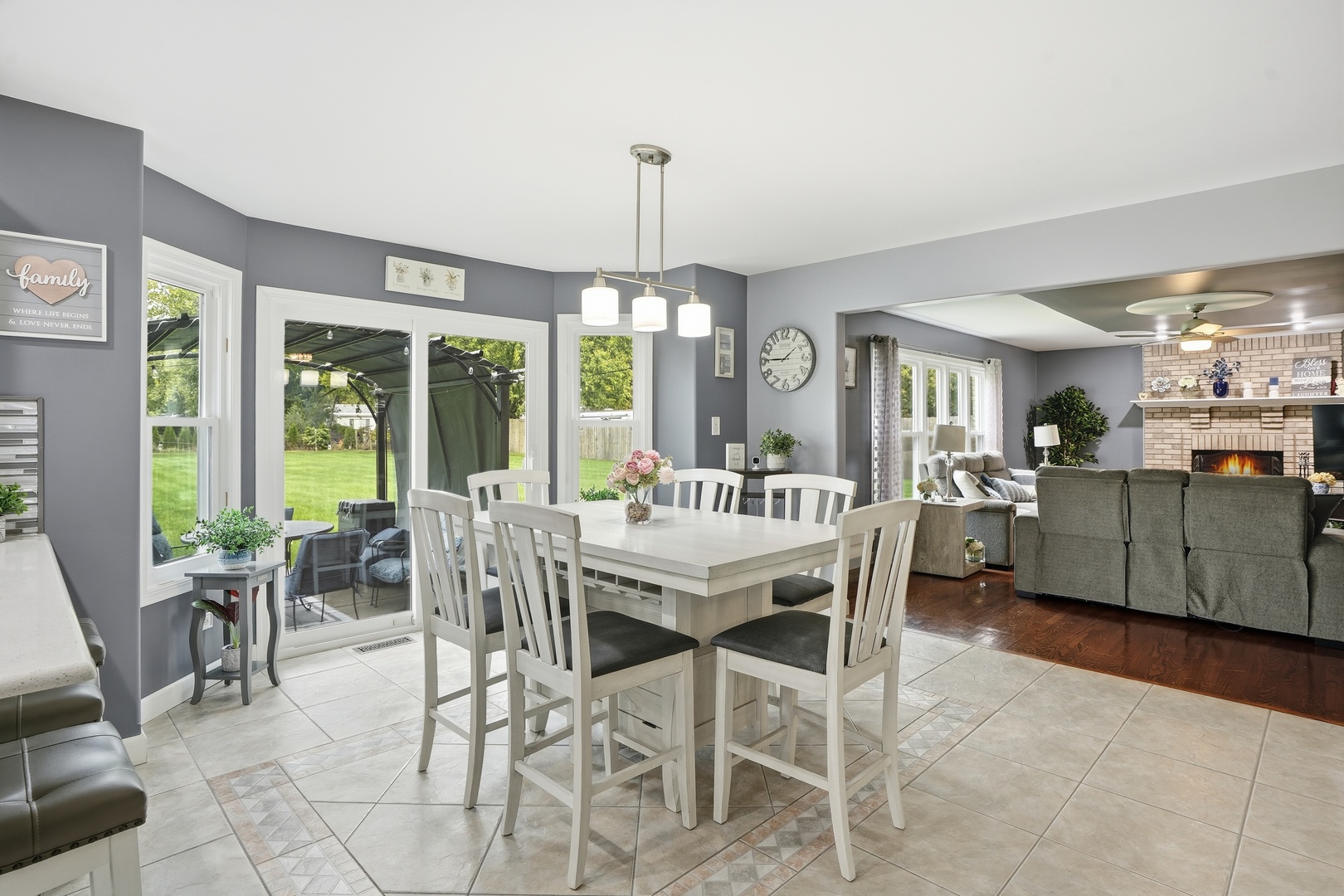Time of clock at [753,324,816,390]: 1:45
